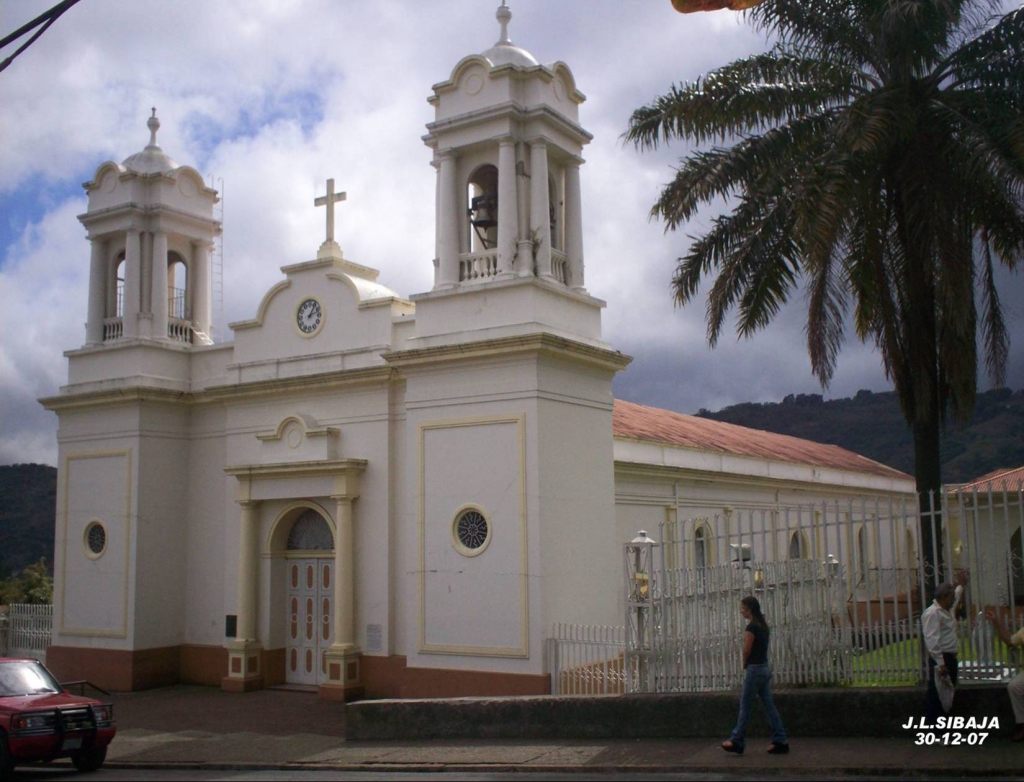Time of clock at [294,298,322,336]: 1:12
